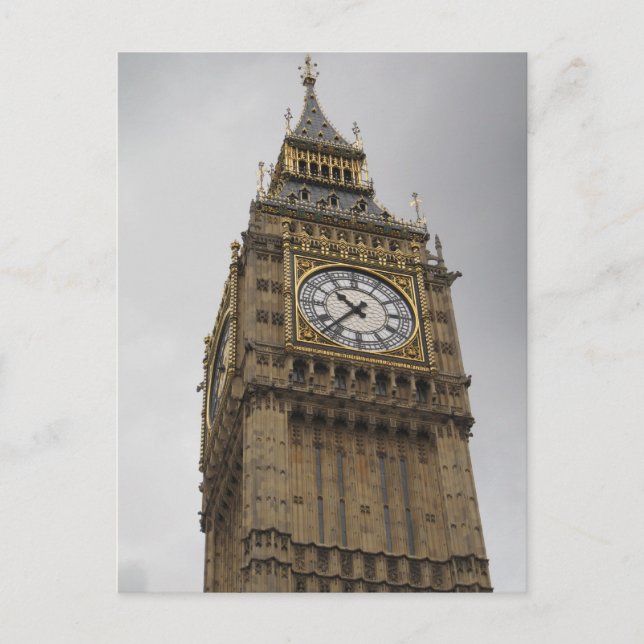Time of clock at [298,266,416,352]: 10:37
